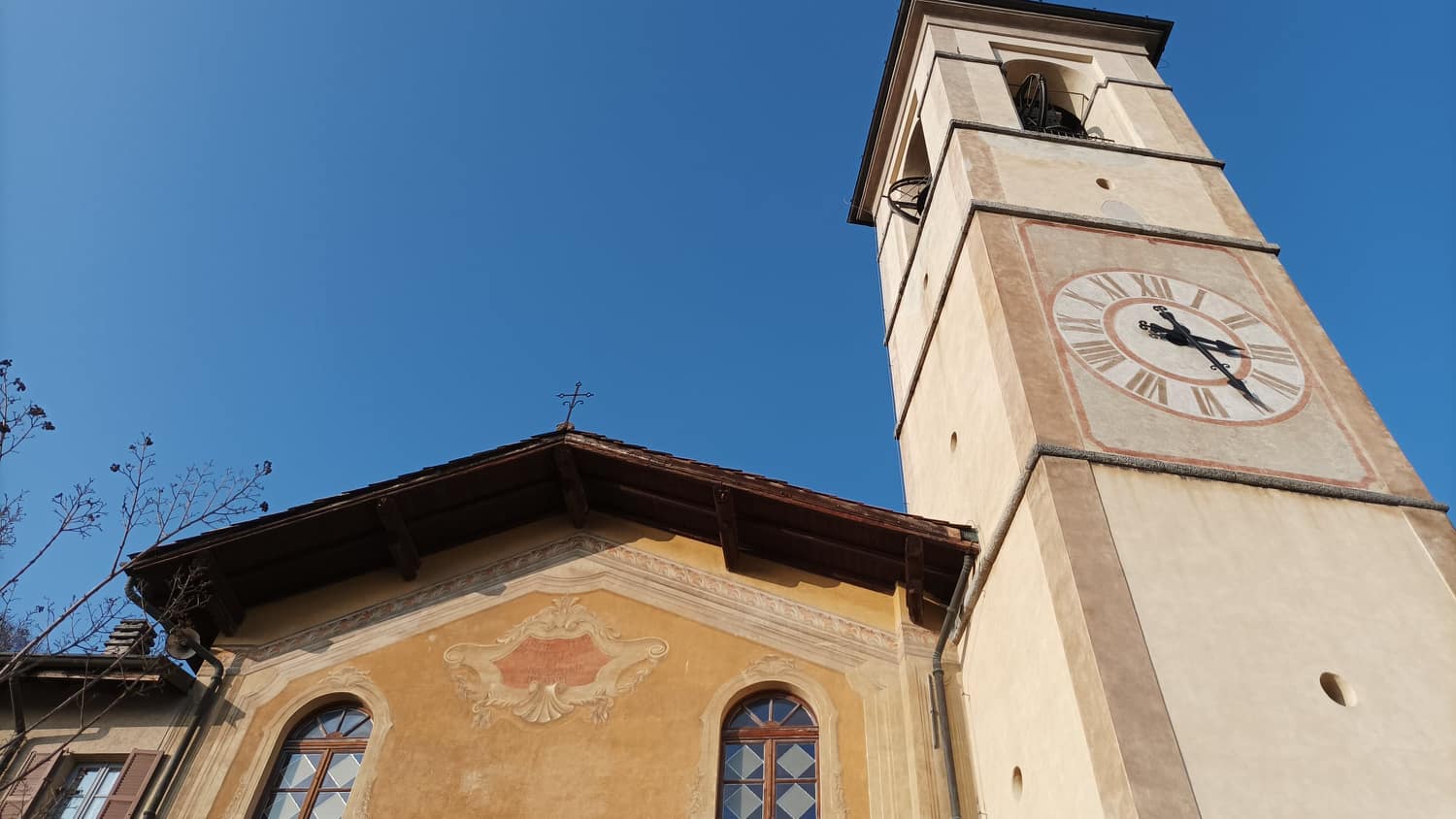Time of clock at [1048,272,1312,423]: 3:24
